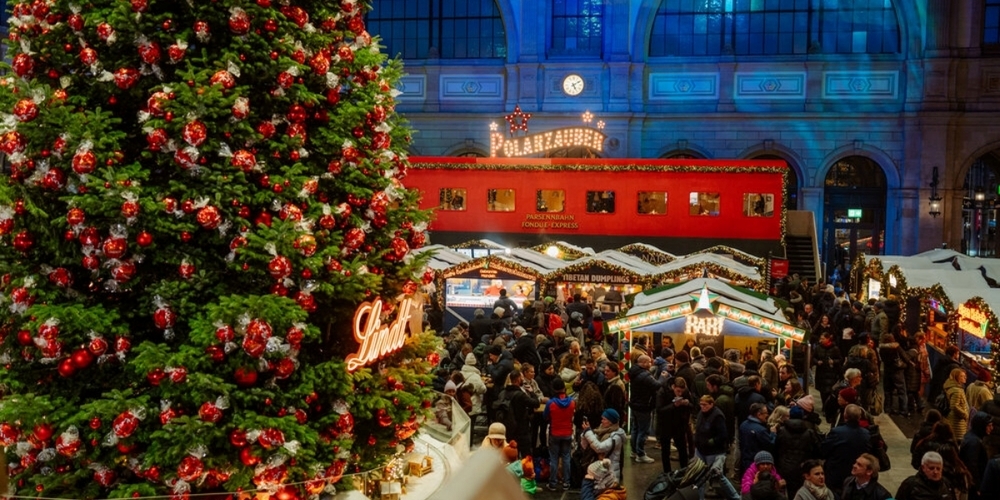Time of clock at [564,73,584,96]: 5:09
